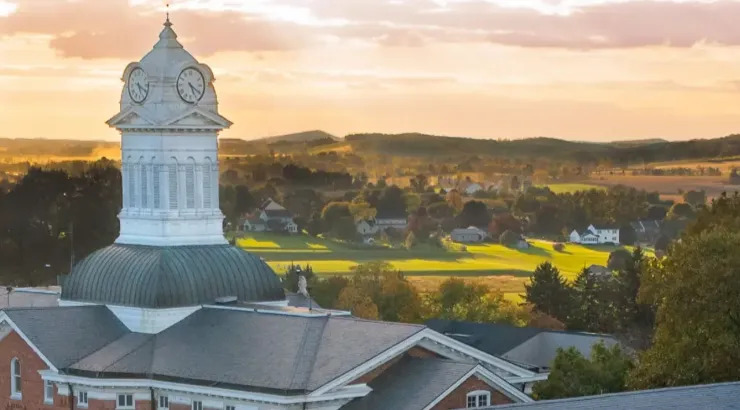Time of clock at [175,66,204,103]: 5:20
